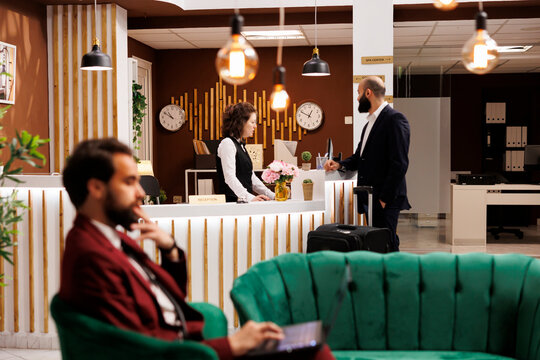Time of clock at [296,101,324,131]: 12:48
